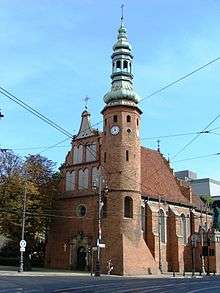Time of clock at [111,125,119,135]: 11:37
